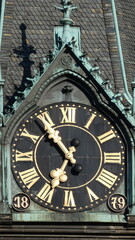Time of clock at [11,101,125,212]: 6:54
